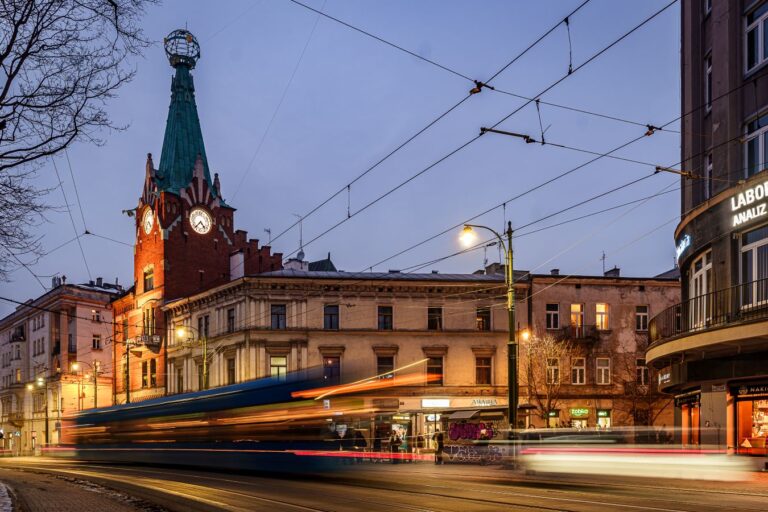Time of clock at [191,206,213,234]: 4:37
